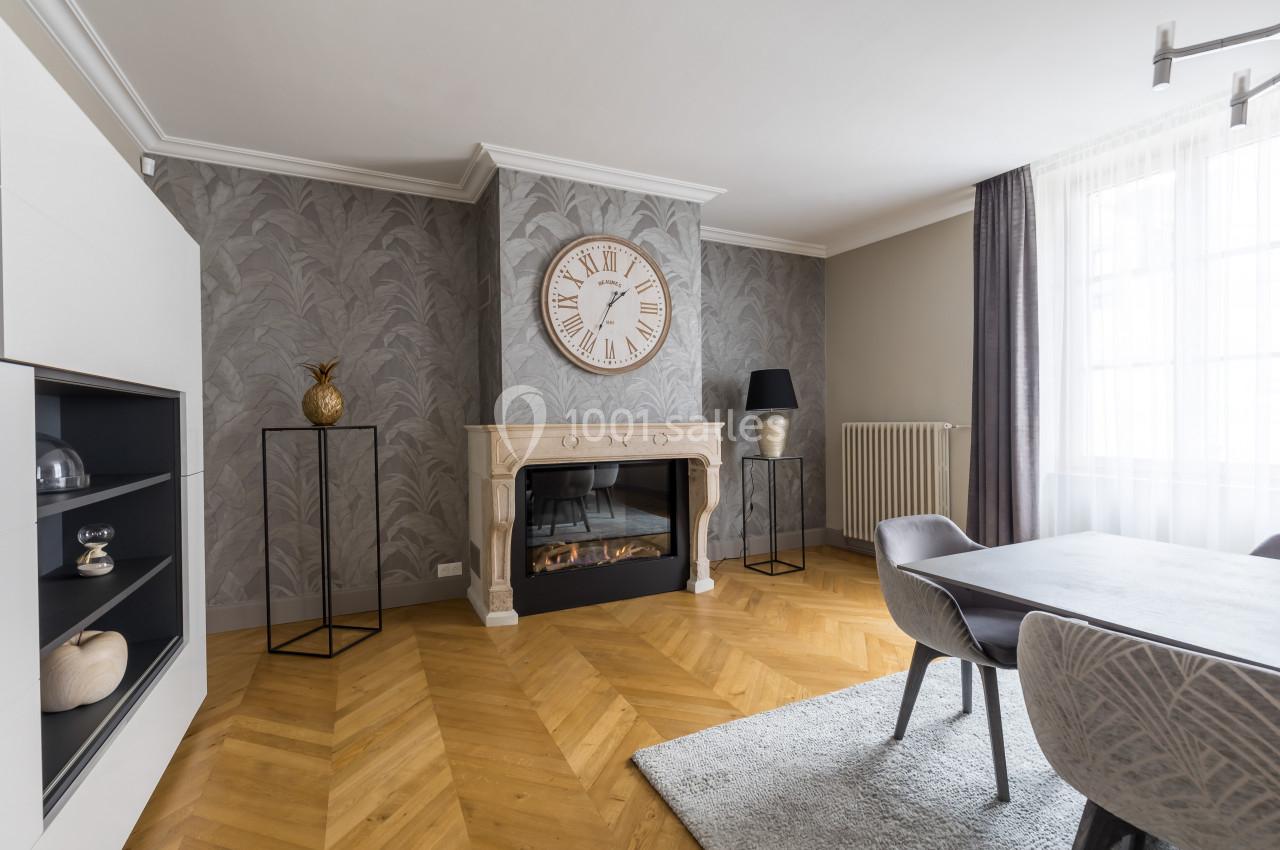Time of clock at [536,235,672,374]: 1:34
